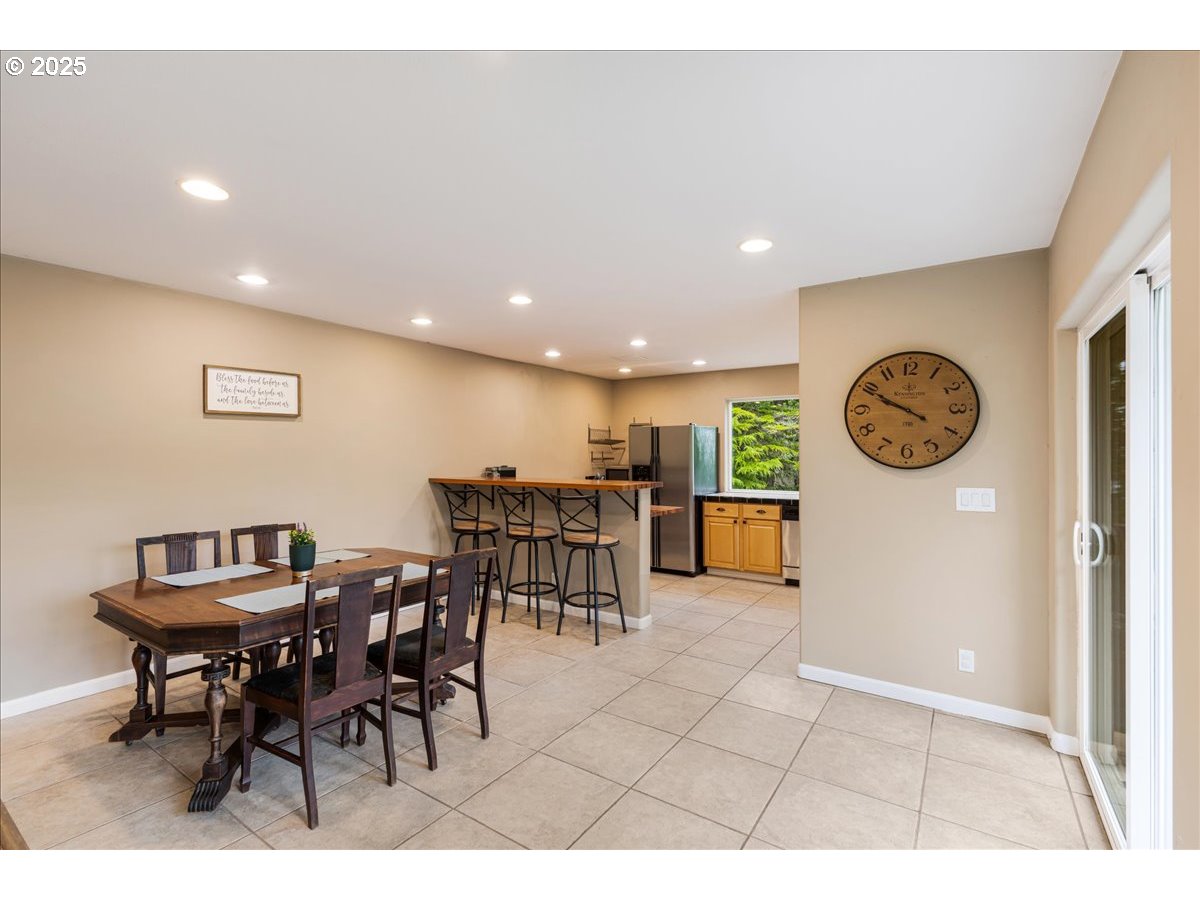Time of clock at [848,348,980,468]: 9:49
